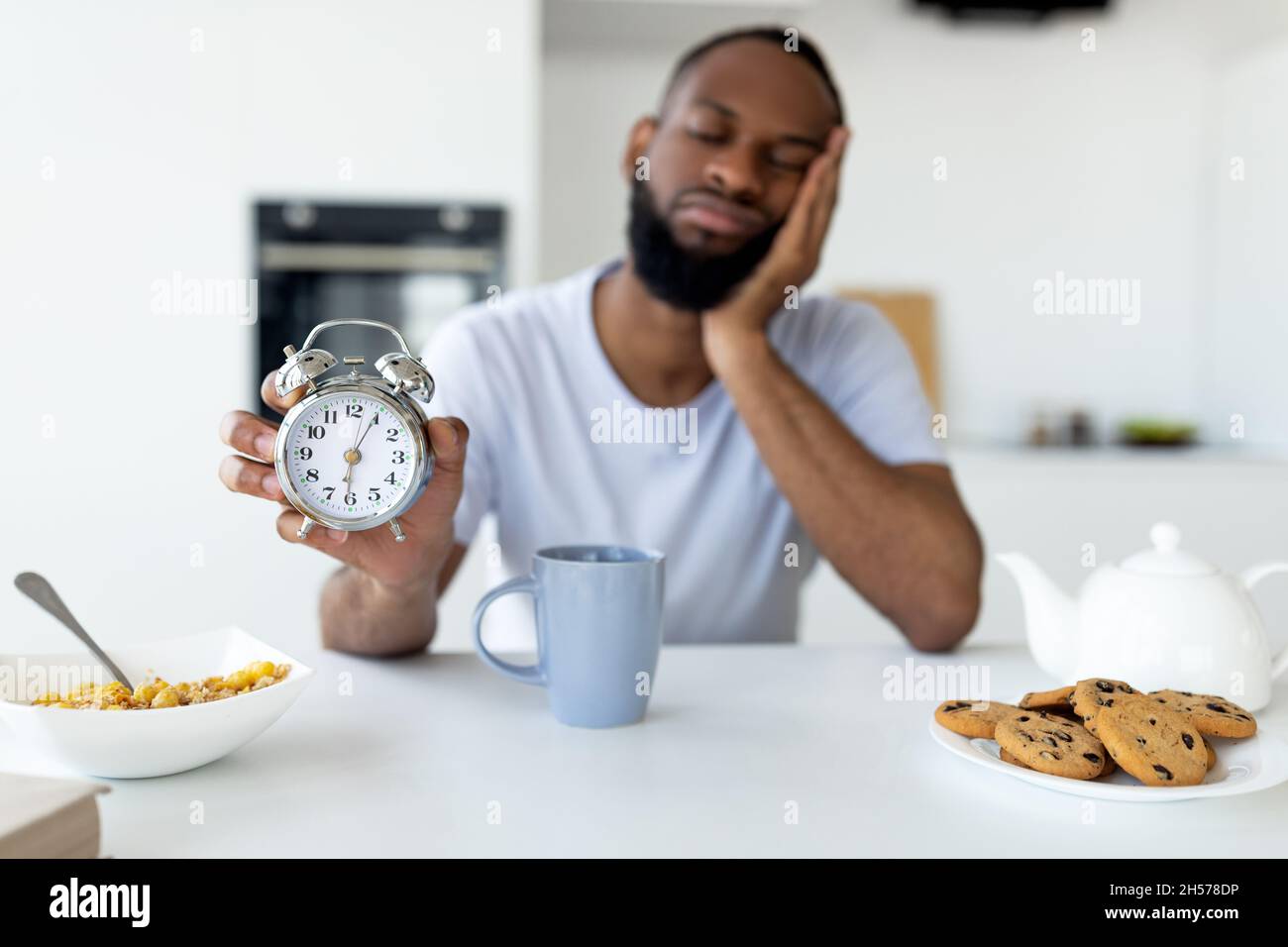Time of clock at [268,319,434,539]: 6:04
